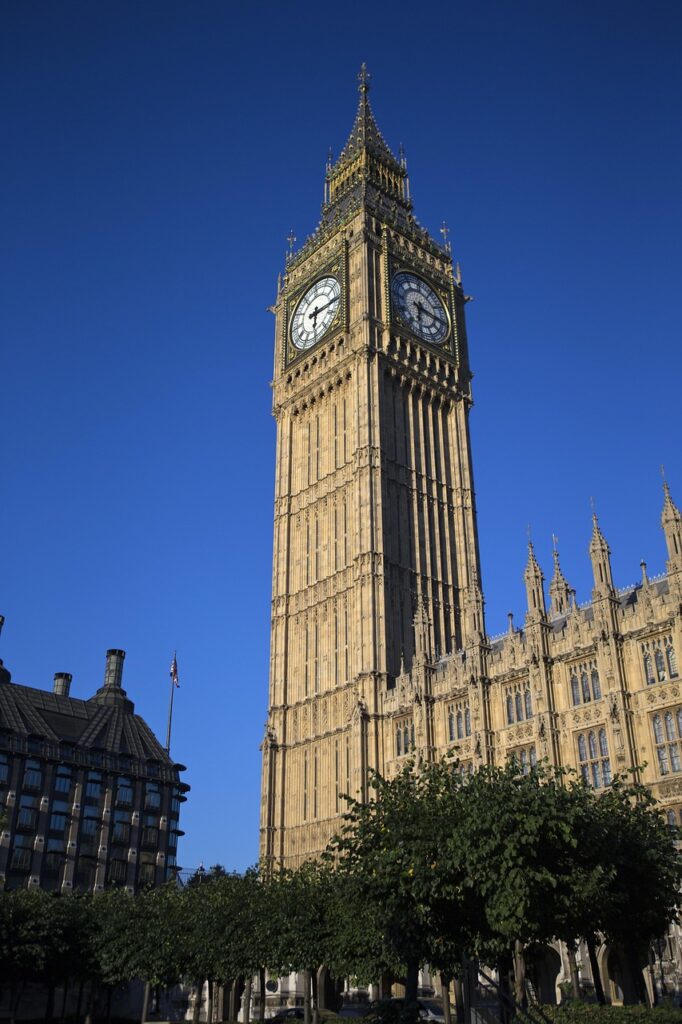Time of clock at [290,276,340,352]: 6:15
